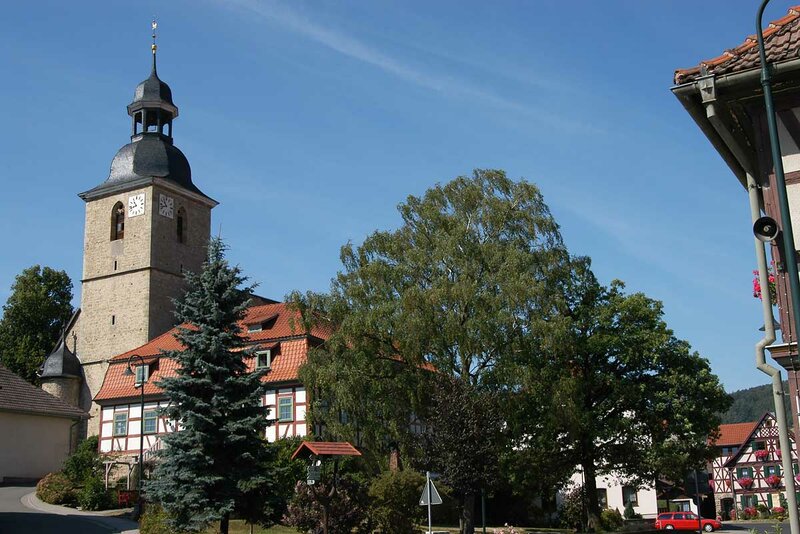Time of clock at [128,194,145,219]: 10:42
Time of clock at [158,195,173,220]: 10:42
